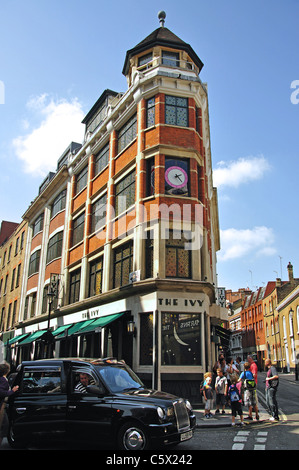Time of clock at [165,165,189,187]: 2:23
